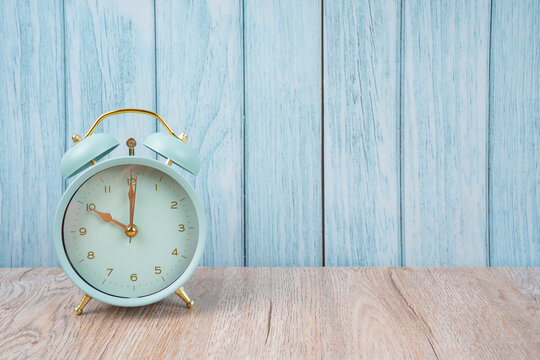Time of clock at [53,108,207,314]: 10:00
